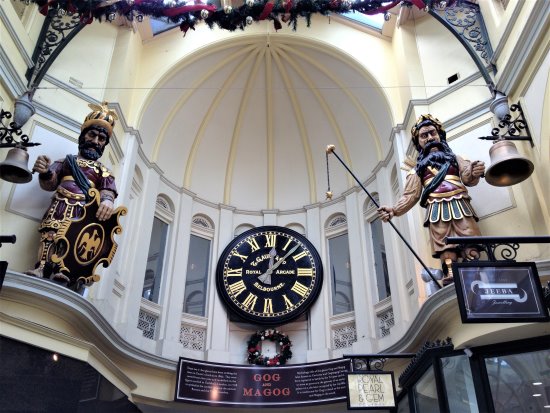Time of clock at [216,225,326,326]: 12:07
